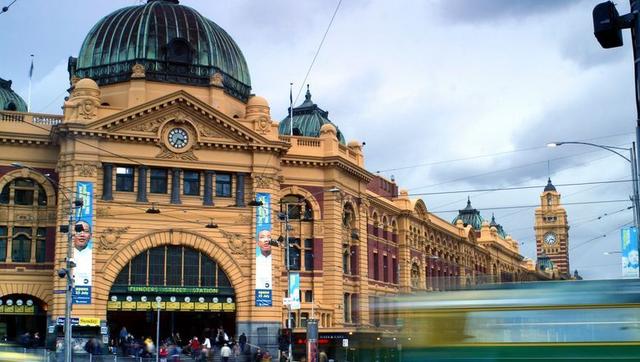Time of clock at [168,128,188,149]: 3:34
